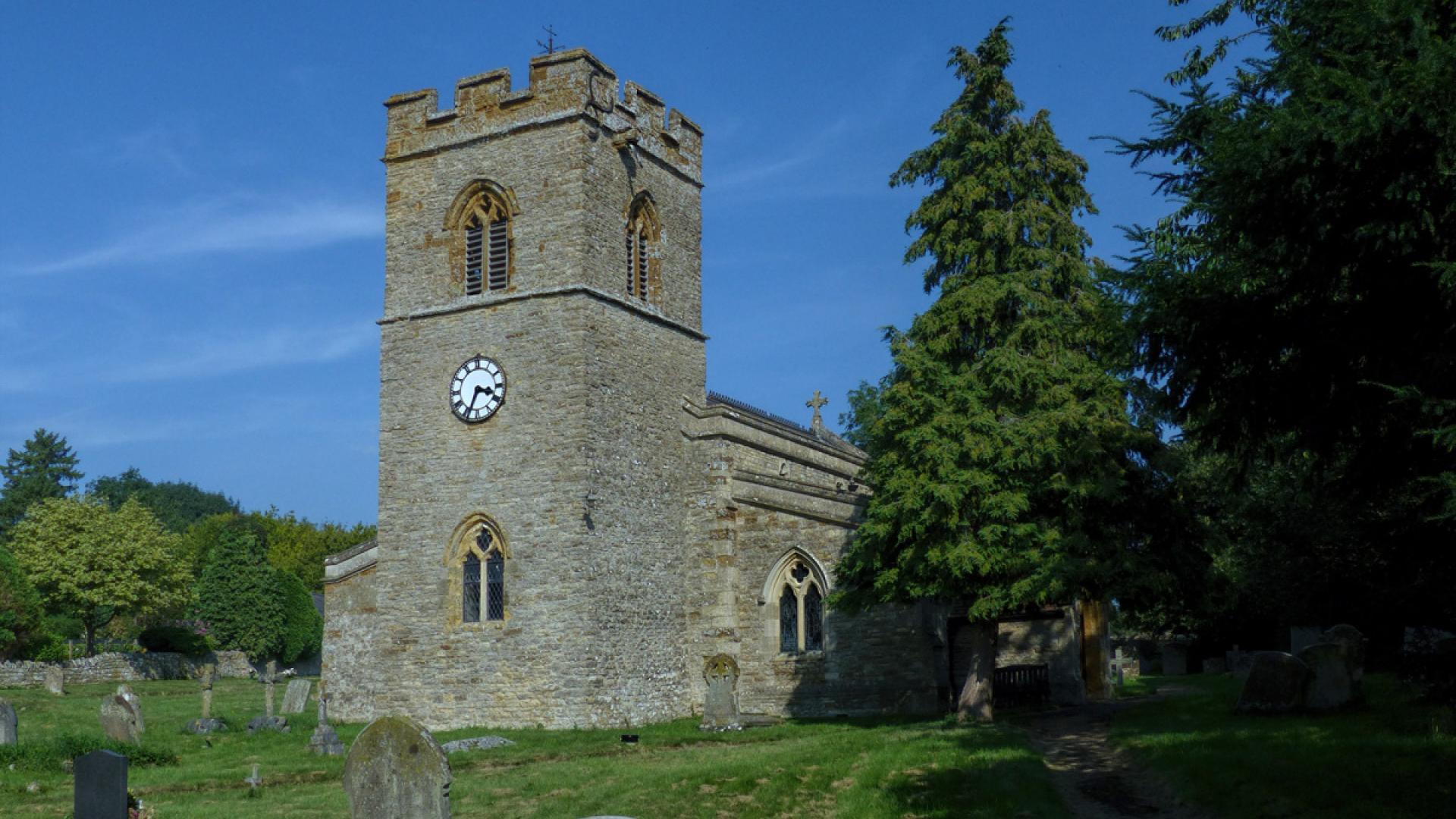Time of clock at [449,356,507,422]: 3:33
